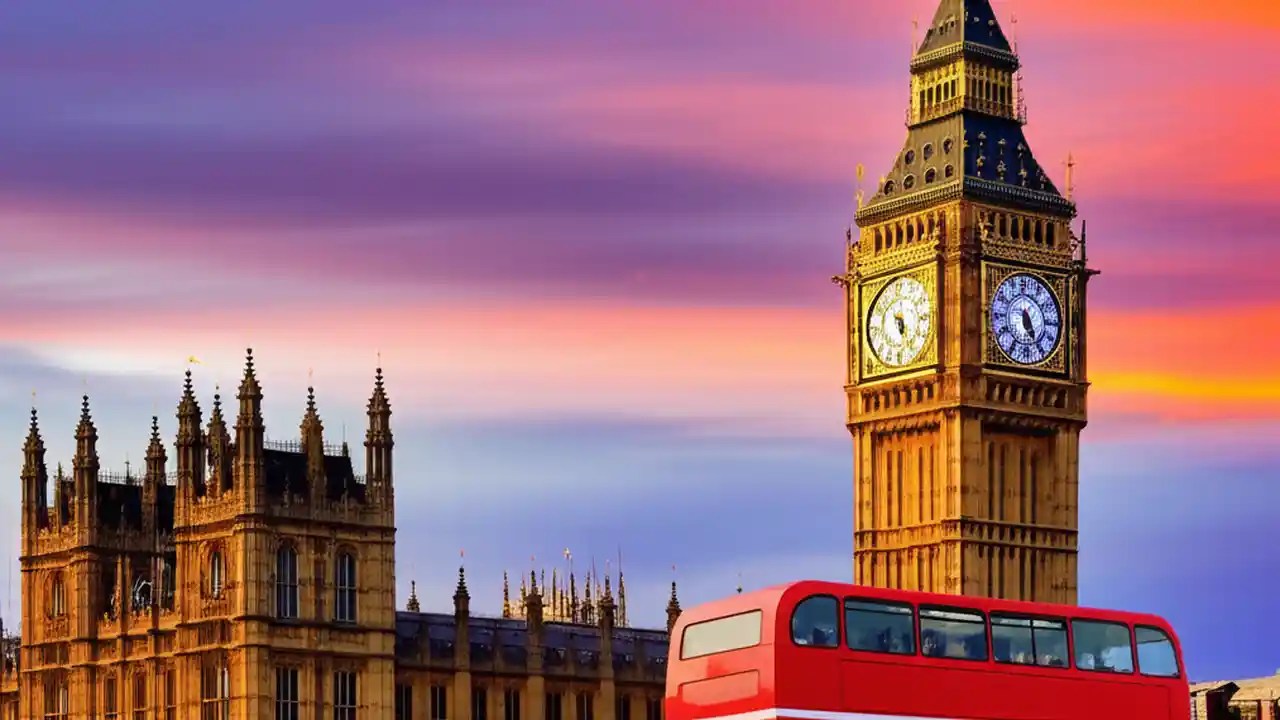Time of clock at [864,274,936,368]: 5:26
